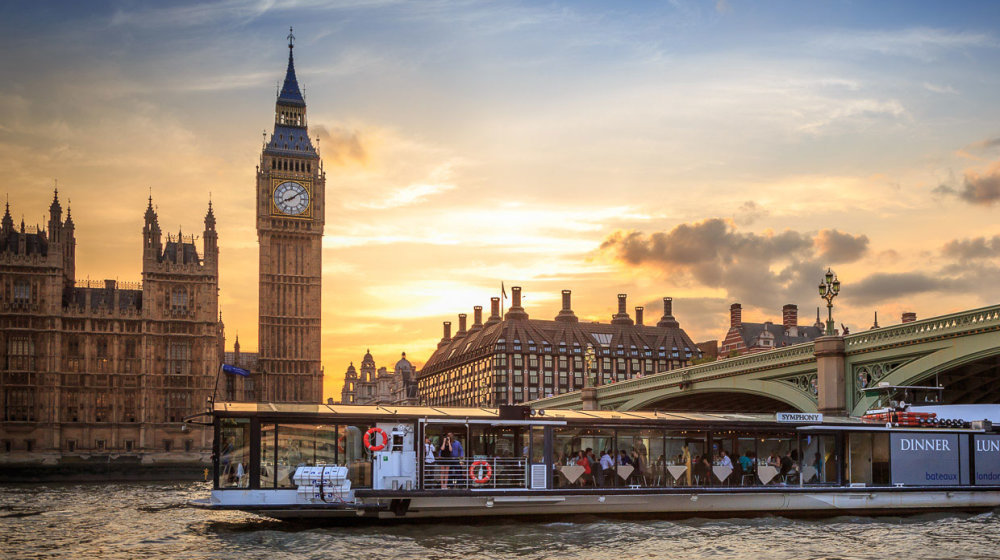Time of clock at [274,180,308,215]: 8:08
